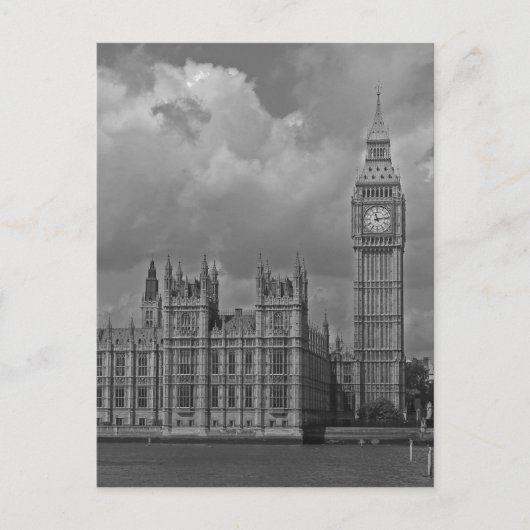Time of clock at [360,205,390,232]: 11:13
